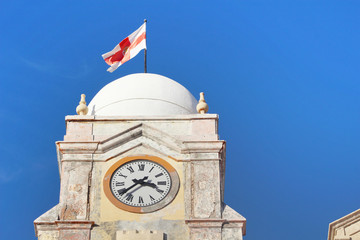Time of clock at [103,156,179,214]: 3:38
